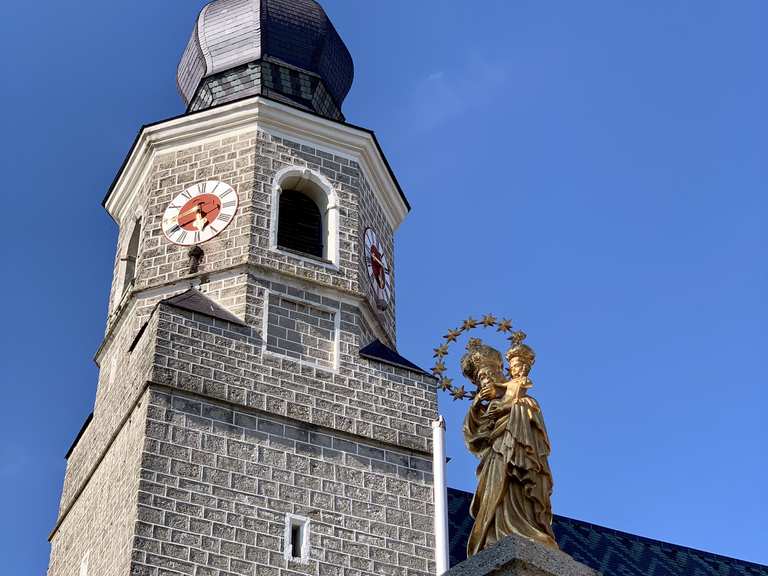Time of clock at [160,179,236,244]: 5:40
